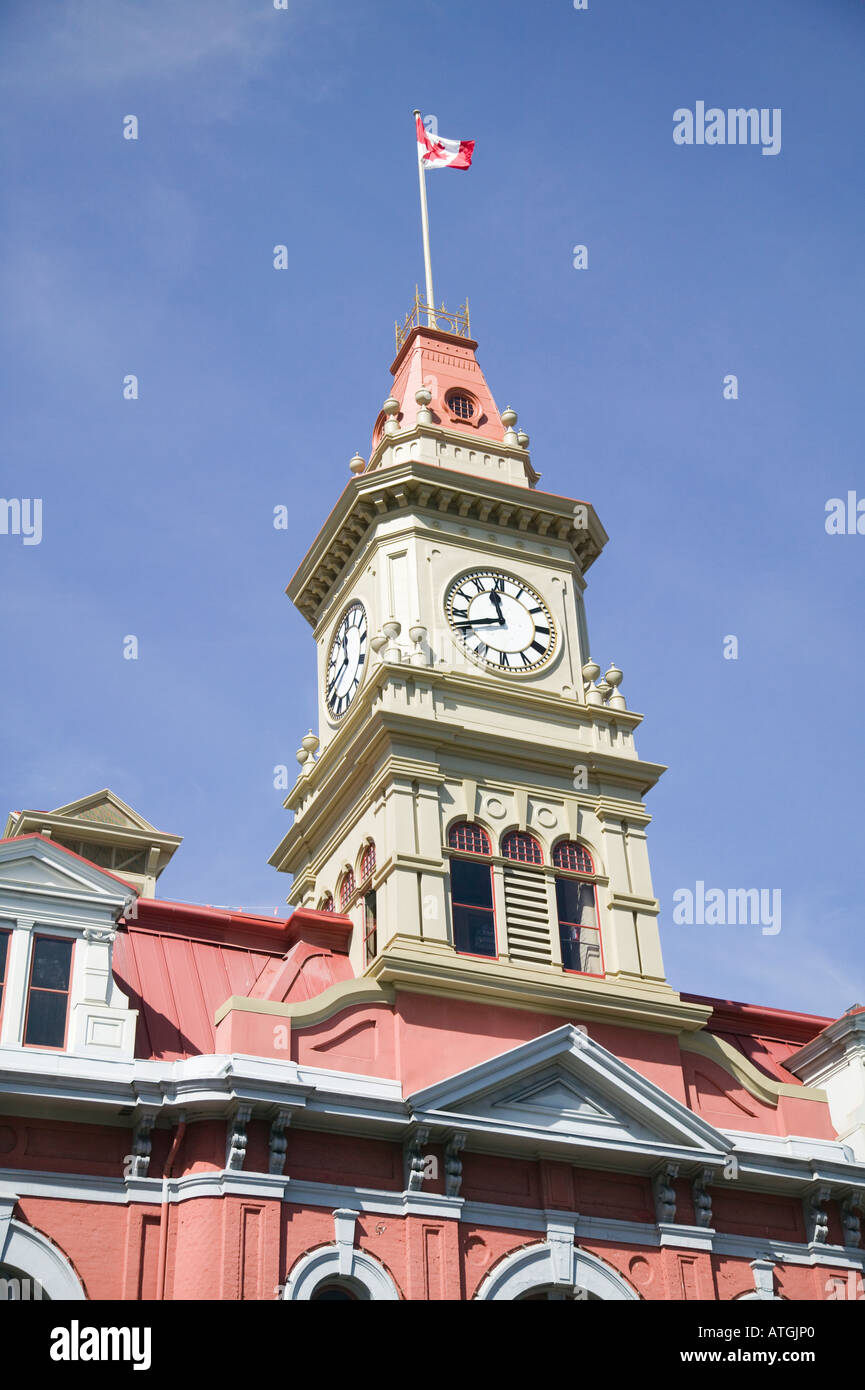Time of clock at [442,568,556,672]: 11:41
